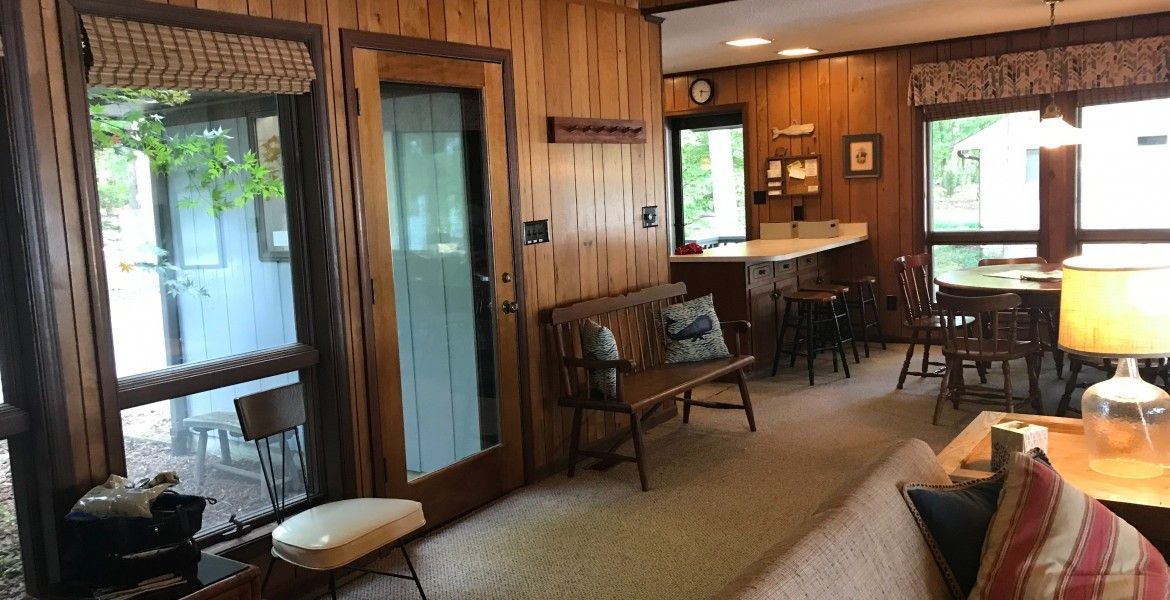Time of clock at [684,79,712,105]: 6:15
